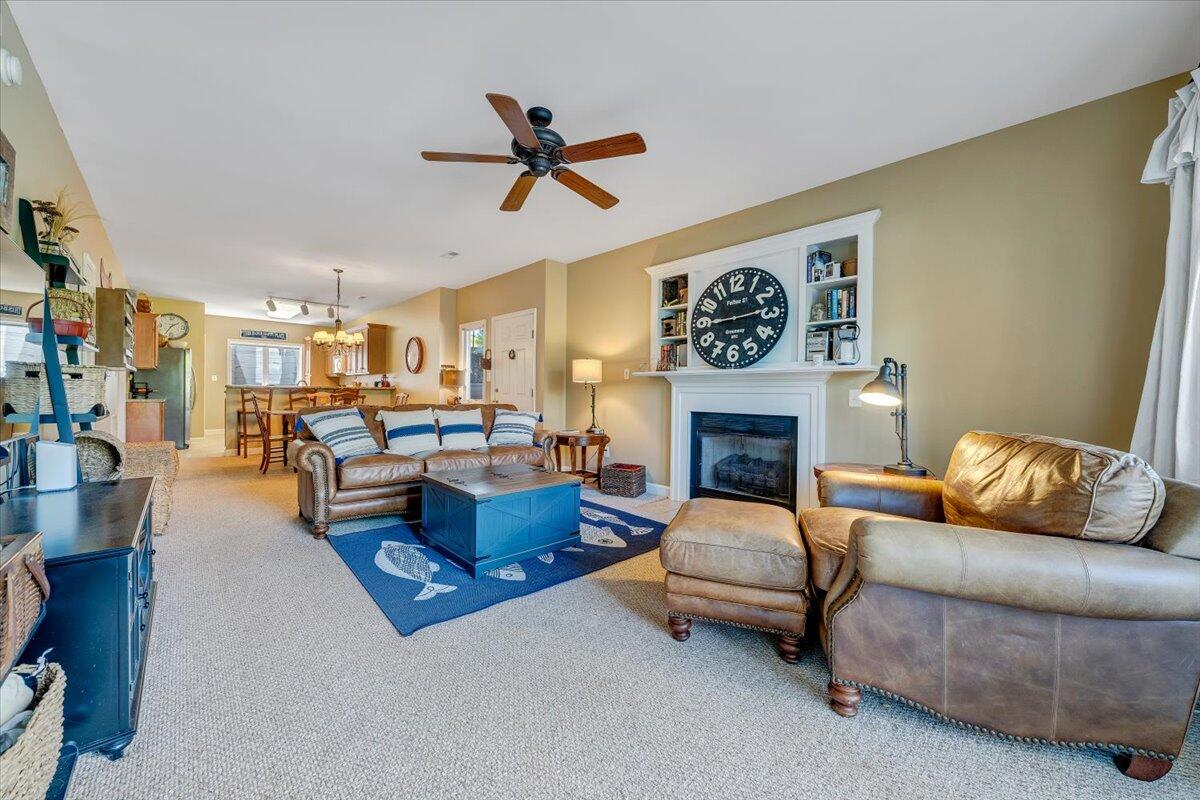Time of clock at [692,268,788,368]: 2:44
